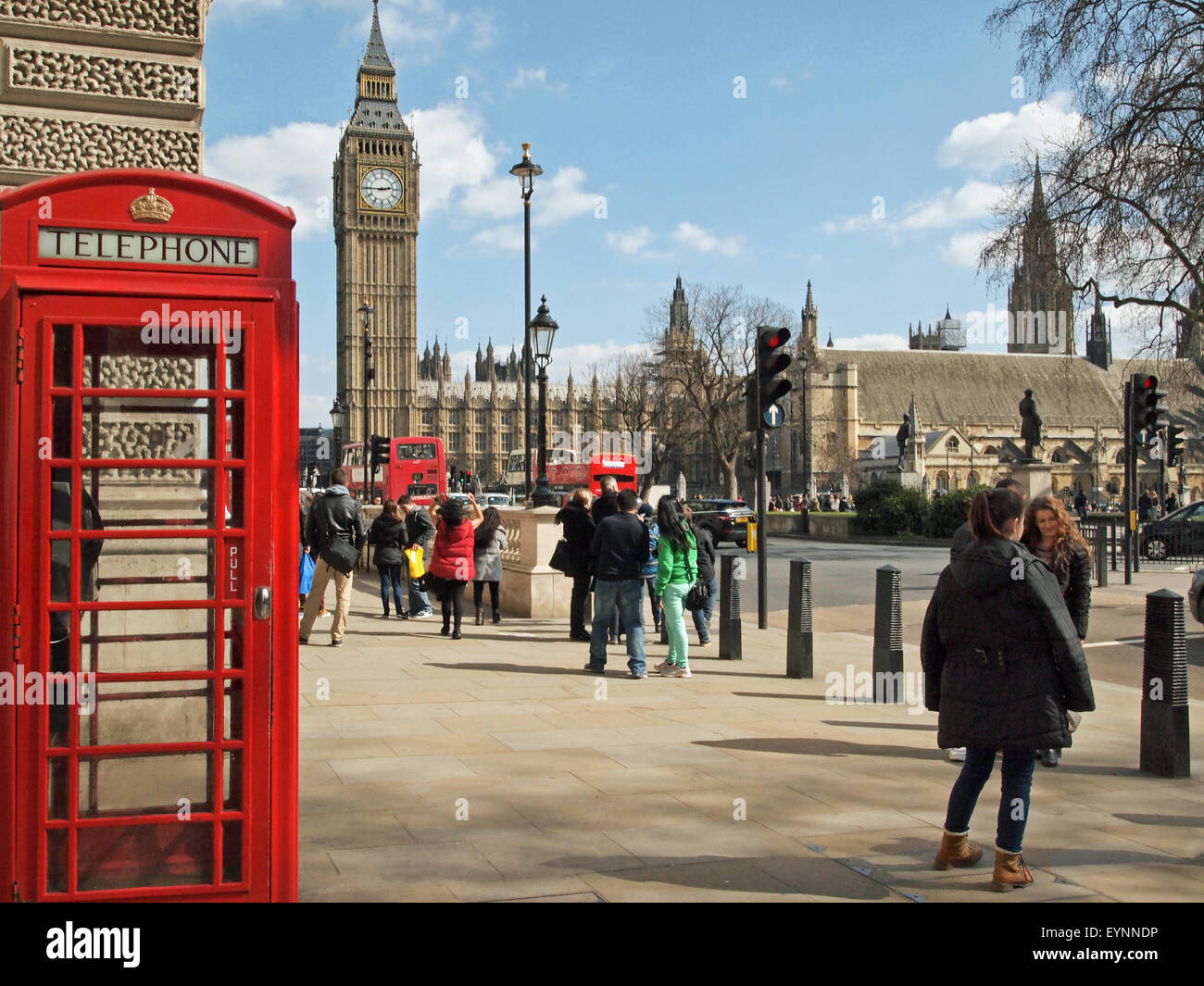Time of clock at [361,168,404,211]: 2:45
